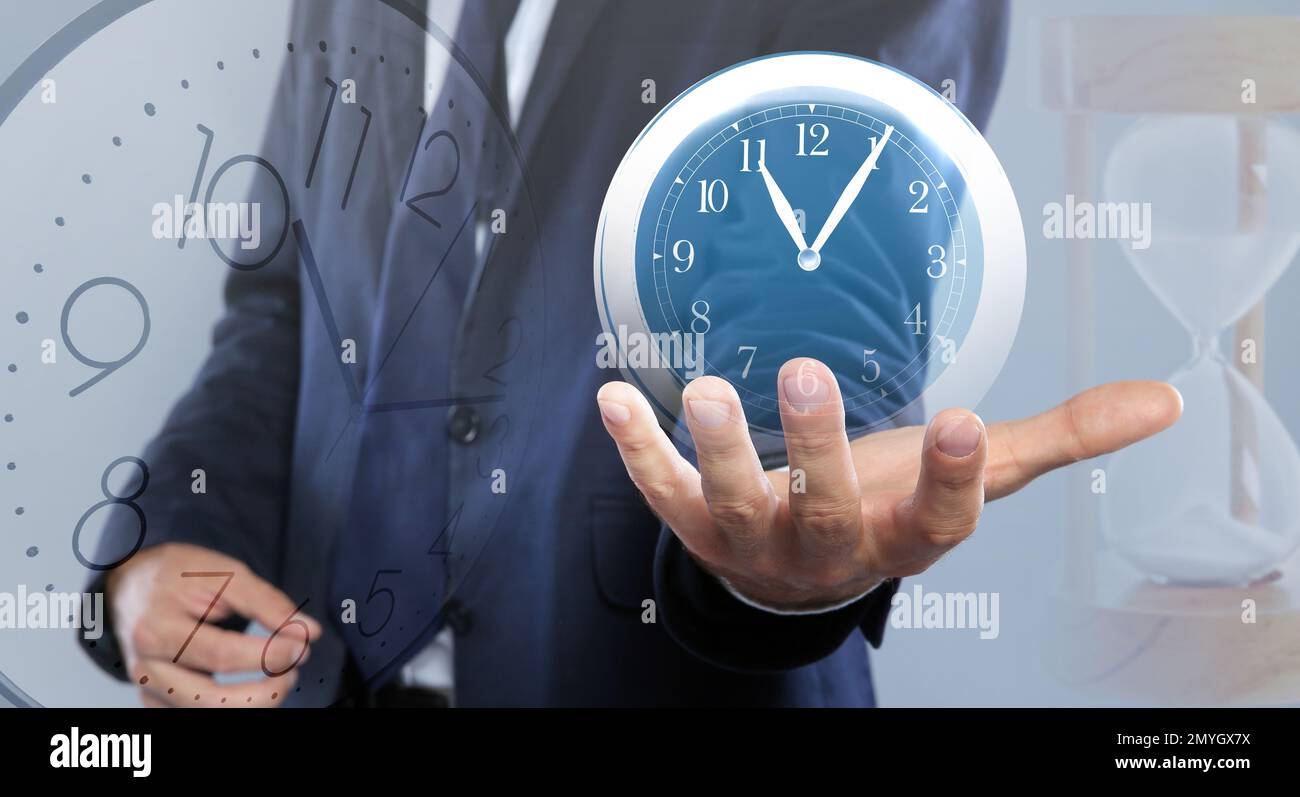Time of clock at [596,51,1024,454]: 11:05
